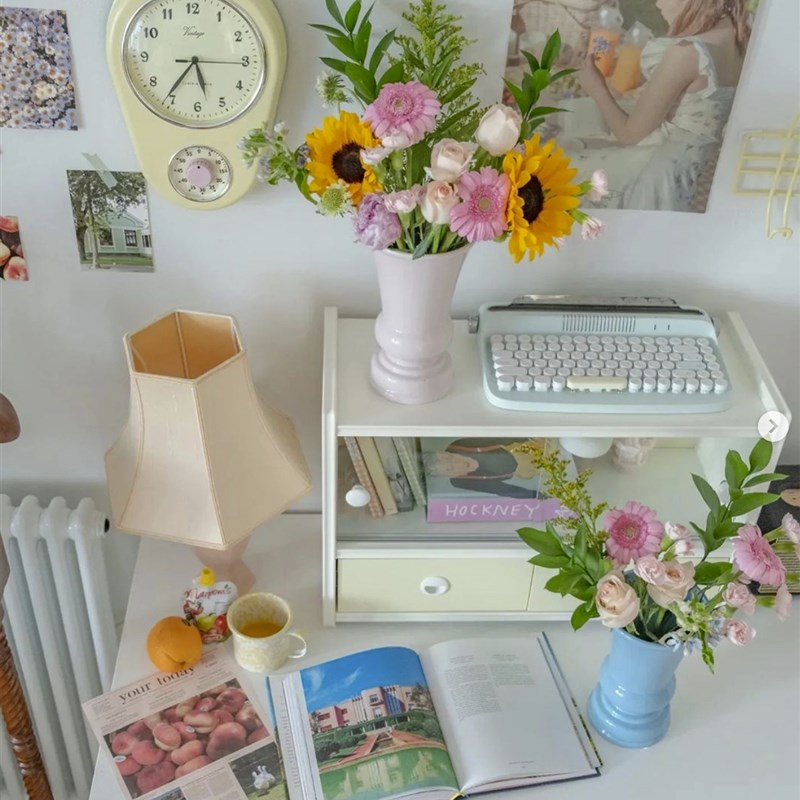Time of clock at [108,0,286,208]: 5:36
